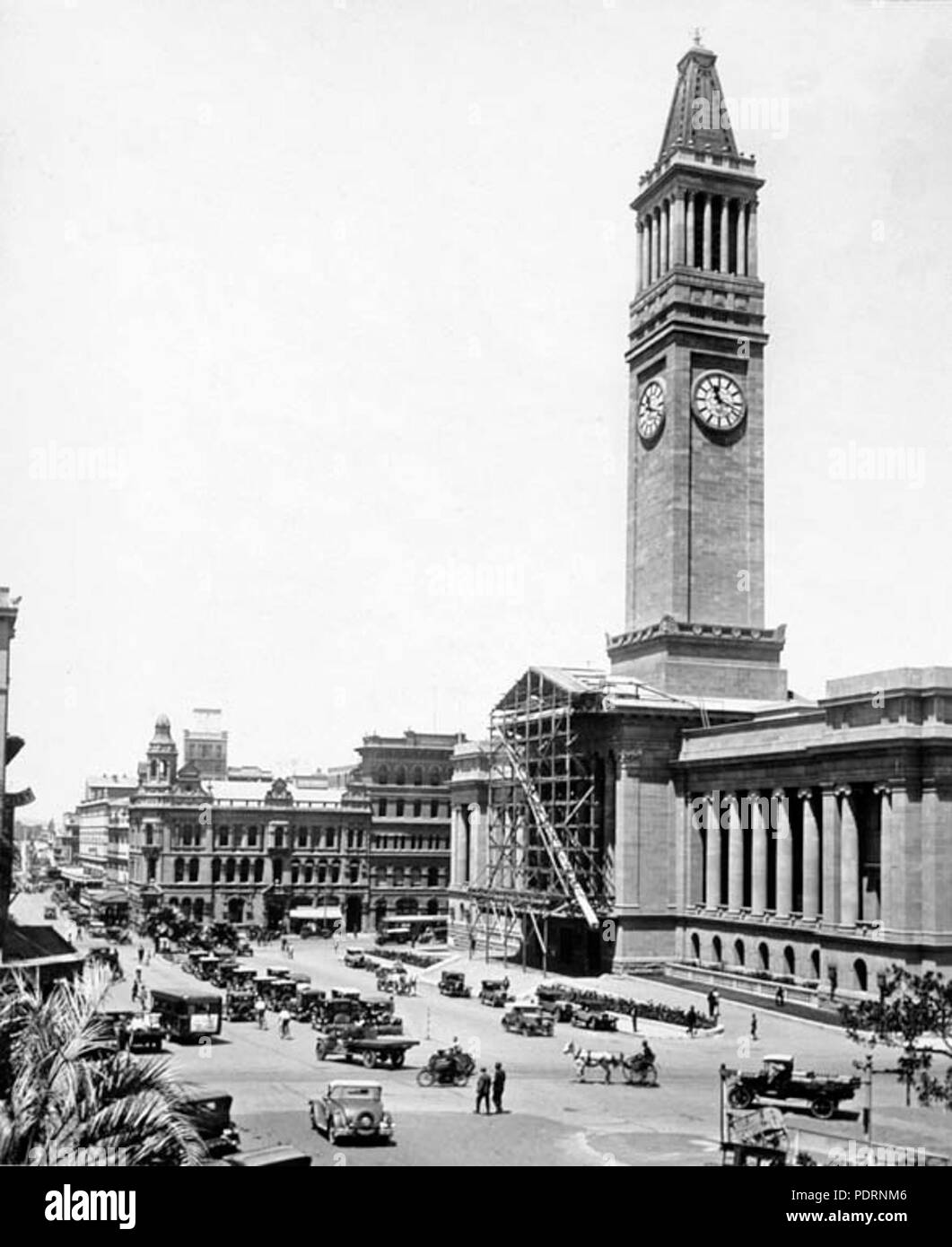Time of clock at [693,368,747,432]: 11:17
